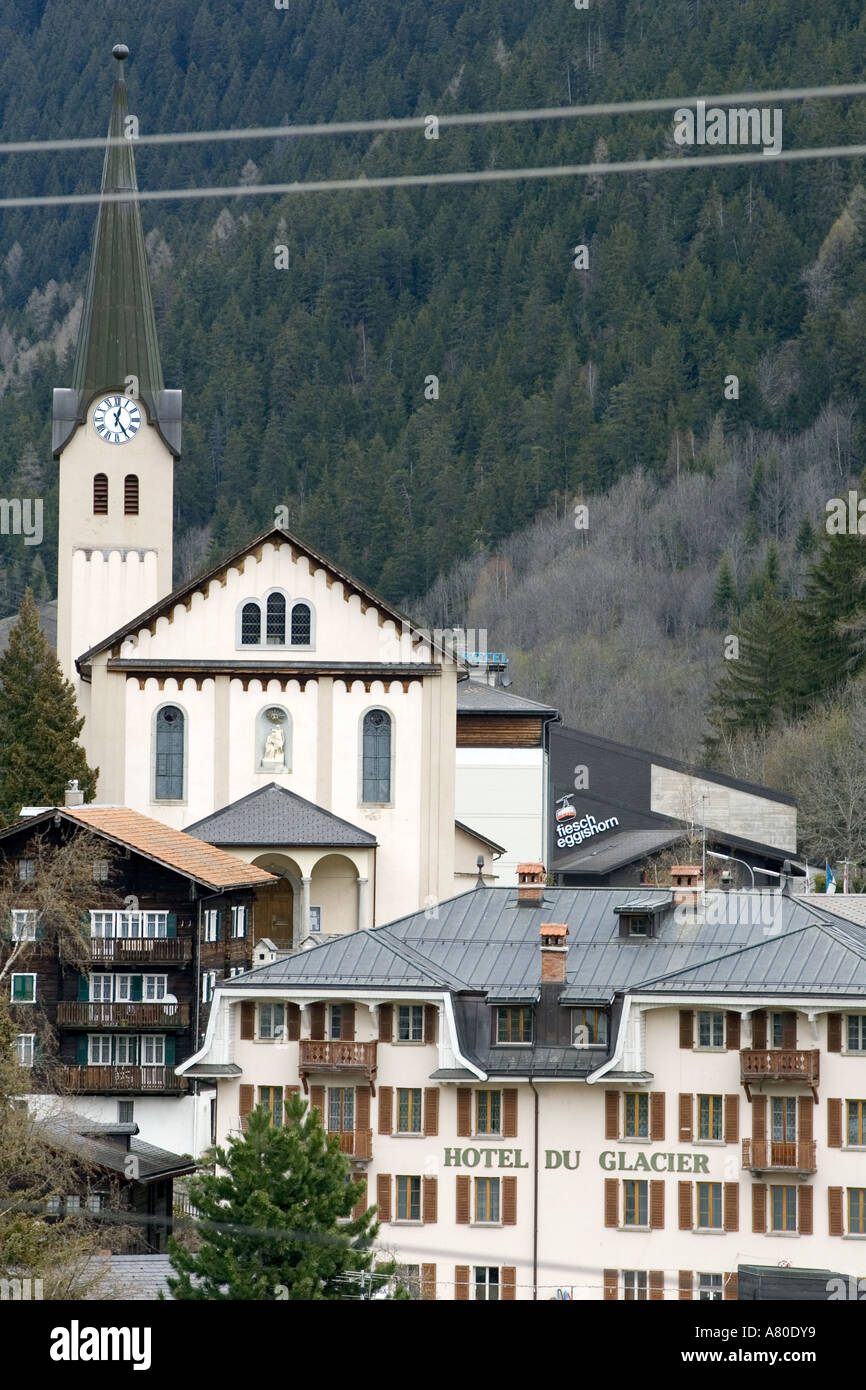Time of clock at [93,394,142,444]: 12:24
